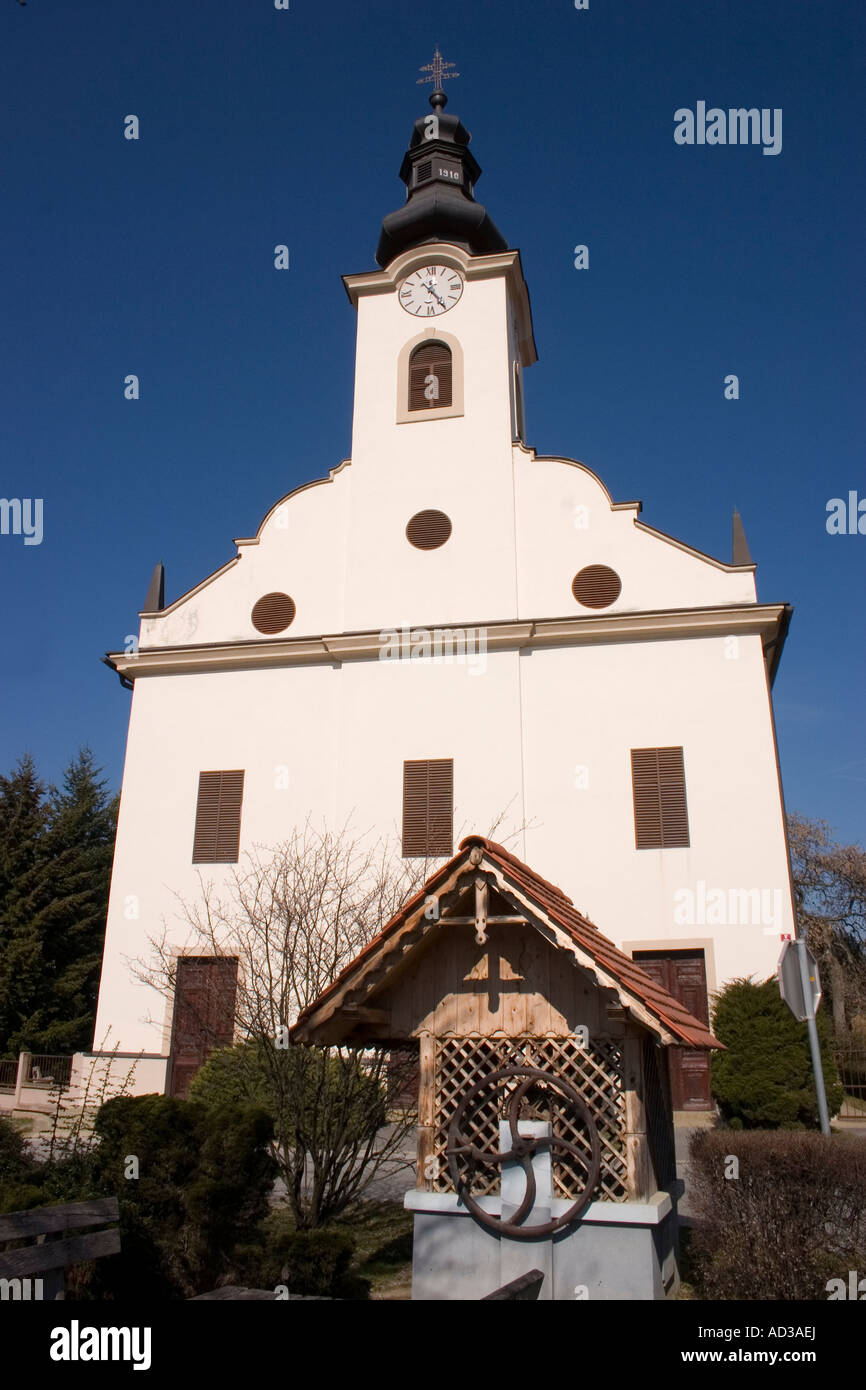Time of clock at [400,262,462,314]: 12:24
